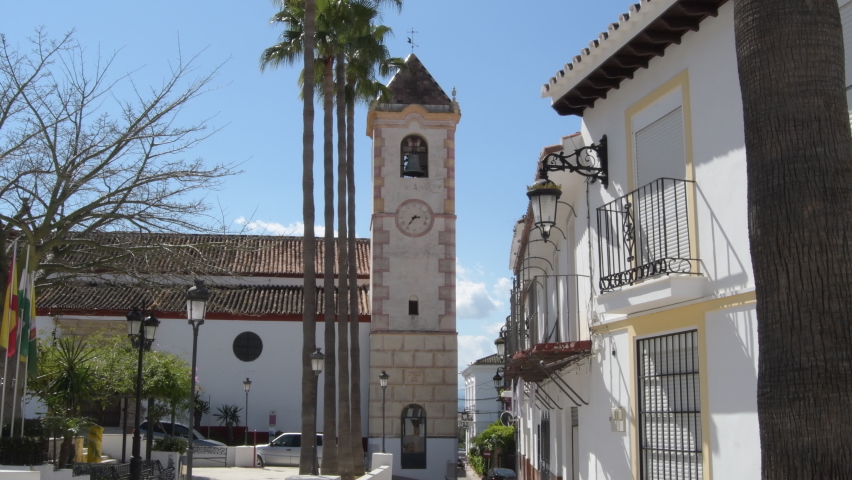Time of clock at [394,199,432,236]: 2:35
